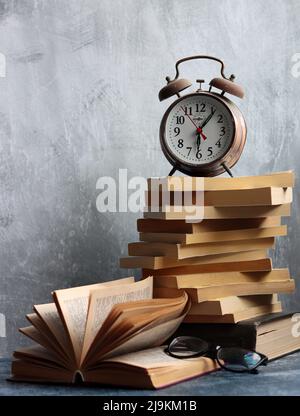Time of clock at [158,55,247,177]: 6:06
